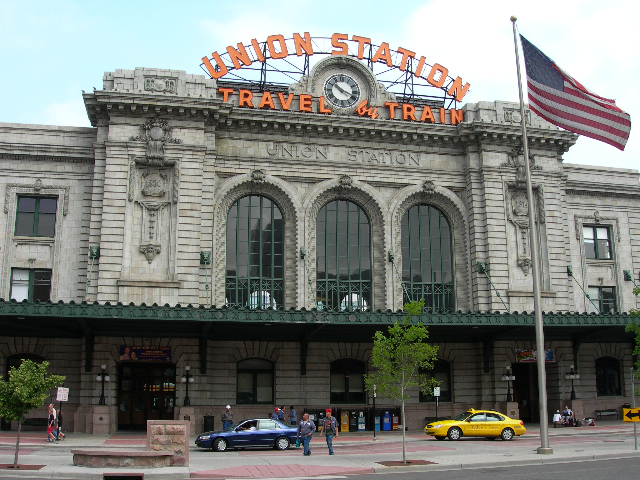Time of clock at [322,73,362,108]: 10:18
